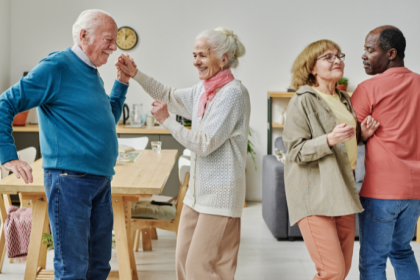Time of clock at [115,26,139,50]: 12:06
